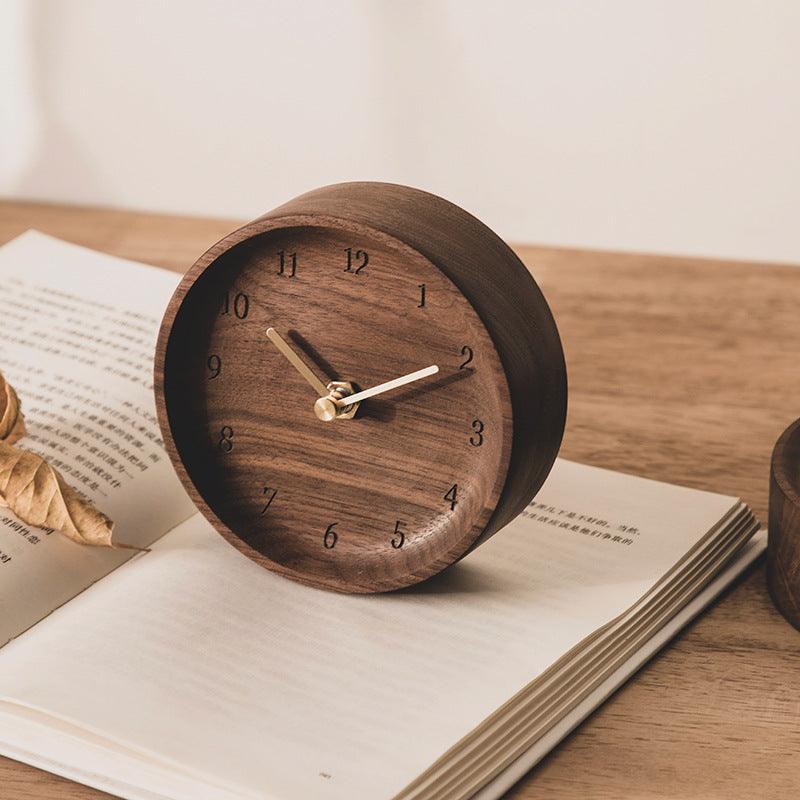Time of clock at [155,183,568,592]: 10:10
